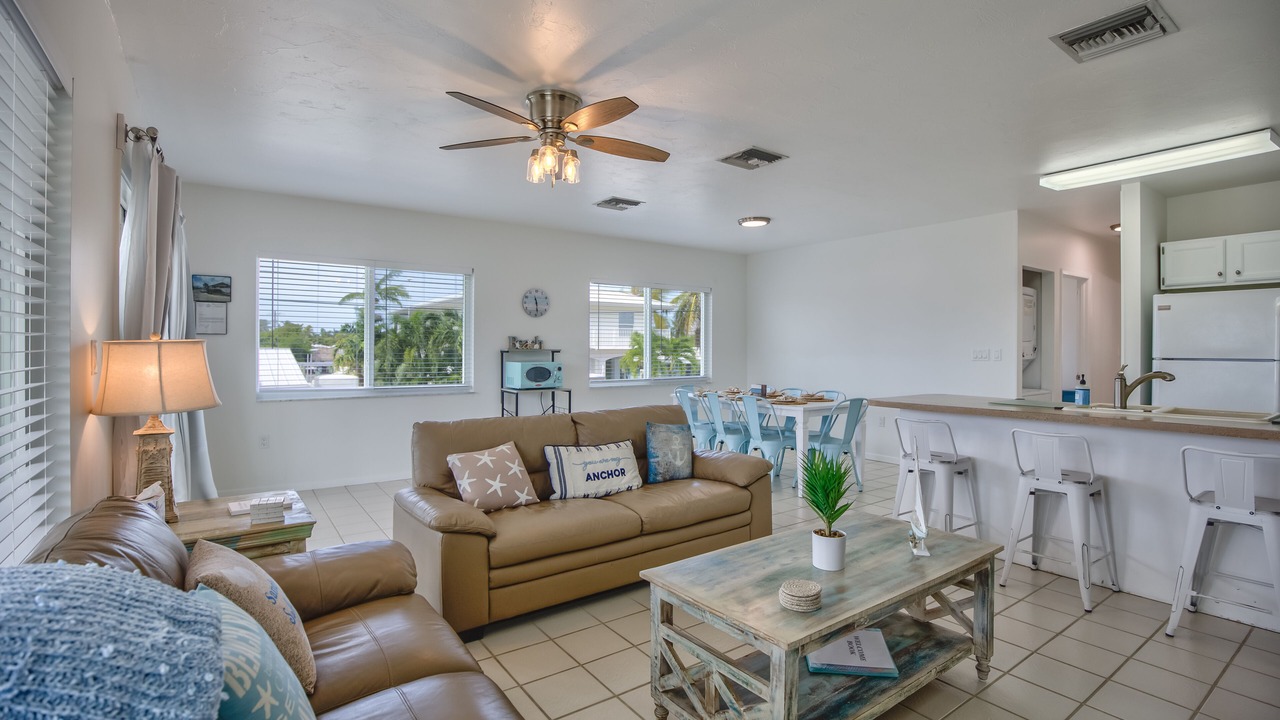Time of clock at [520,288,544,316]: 11:28
